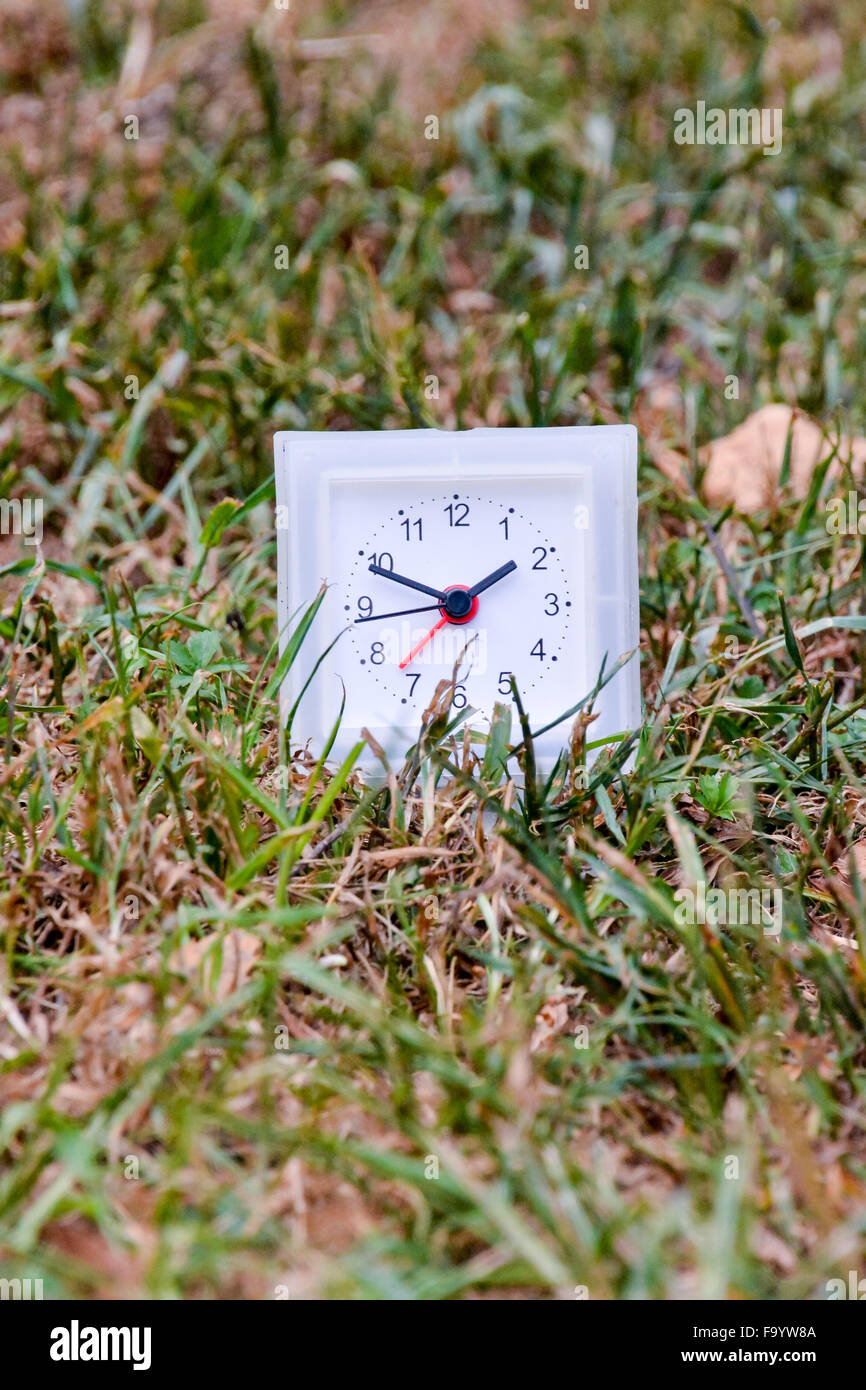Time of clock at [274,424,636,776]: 1:49
